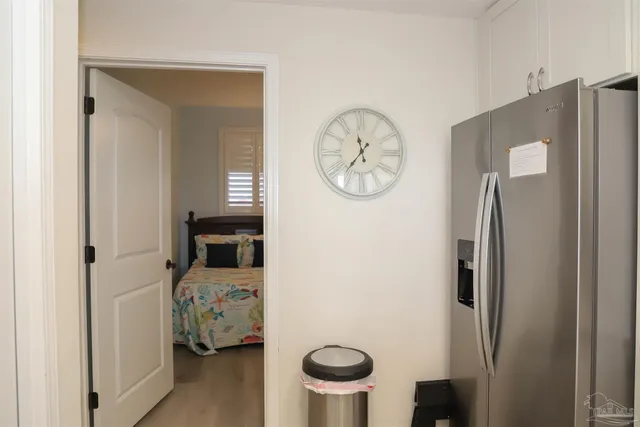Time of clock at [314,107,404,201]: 11:36
